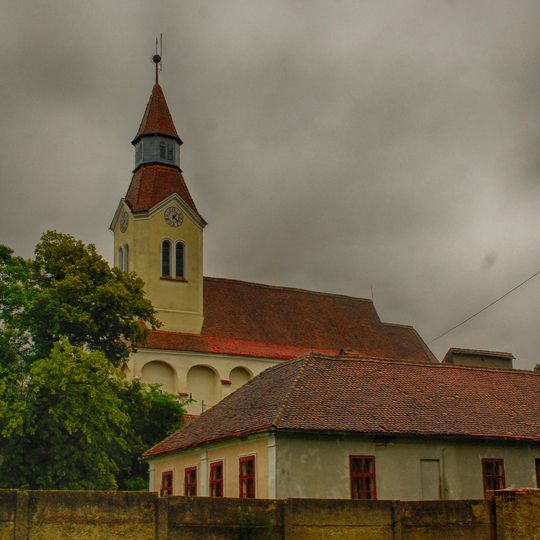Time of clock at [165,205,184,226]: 1:22
